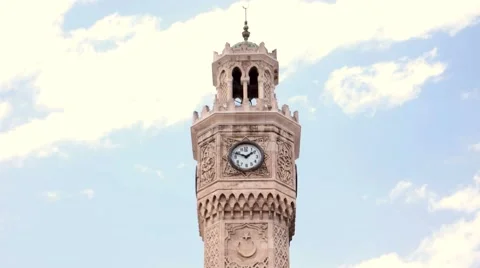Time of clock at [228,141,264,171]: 1:47
